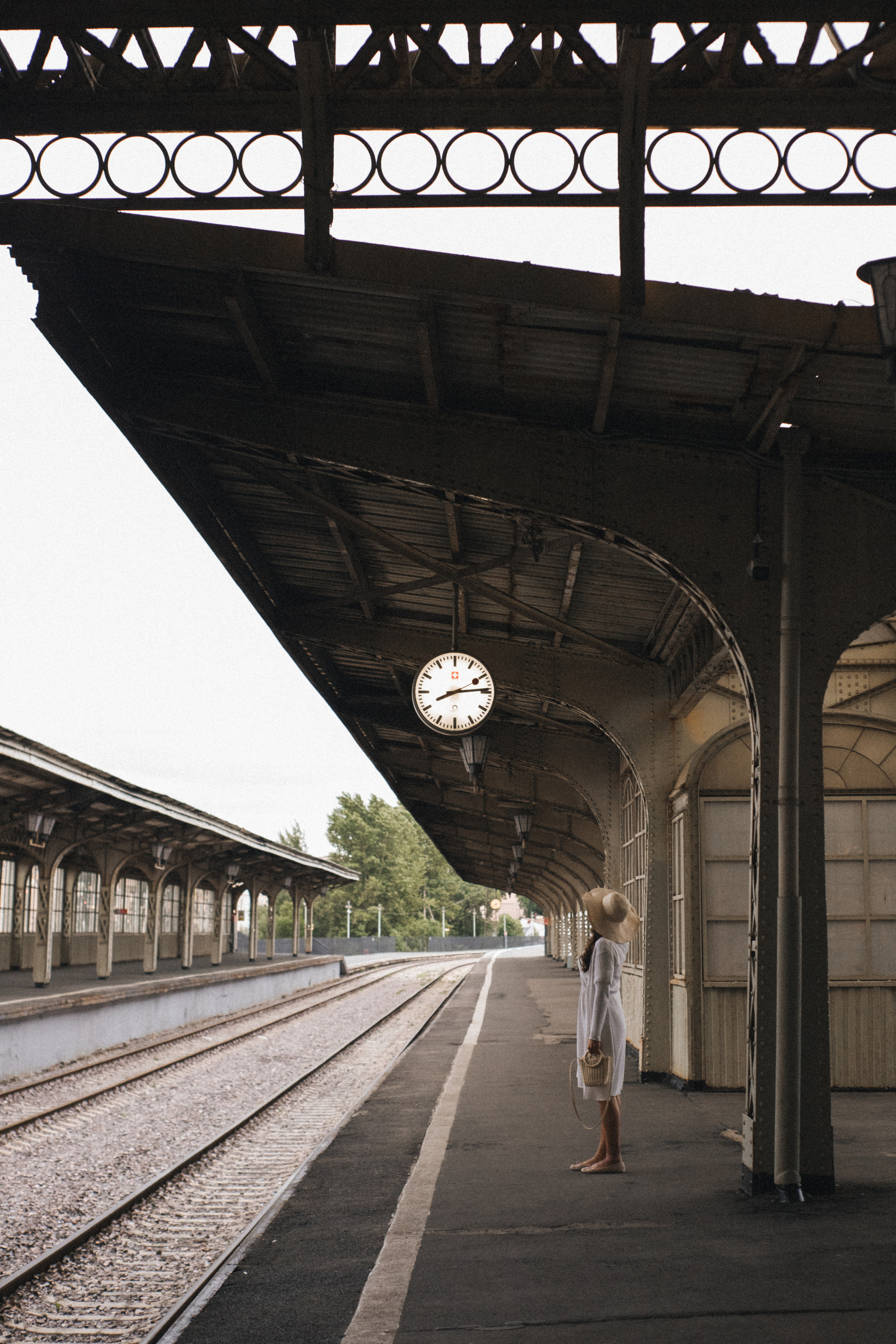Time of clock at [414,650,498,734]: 8:14
